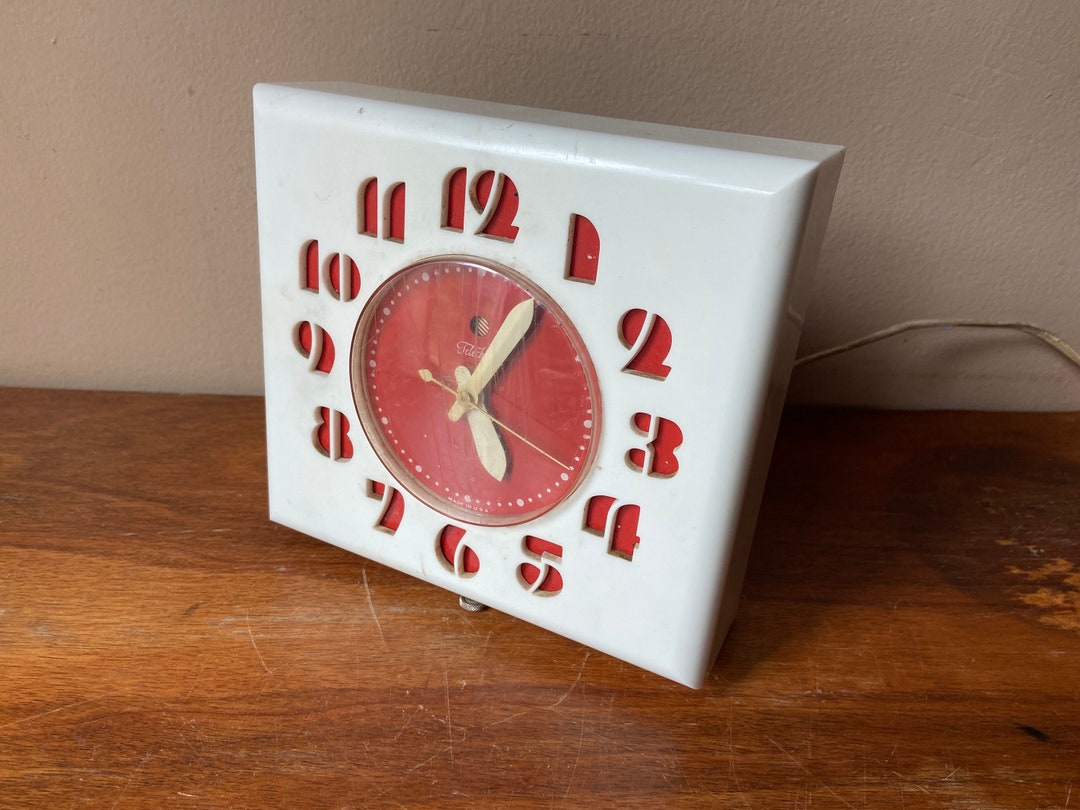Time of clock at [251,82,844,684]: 5:05
